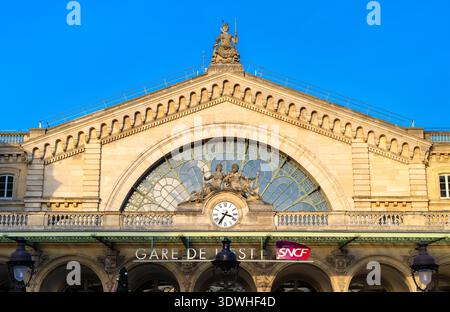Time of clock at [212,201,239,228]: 3:35
